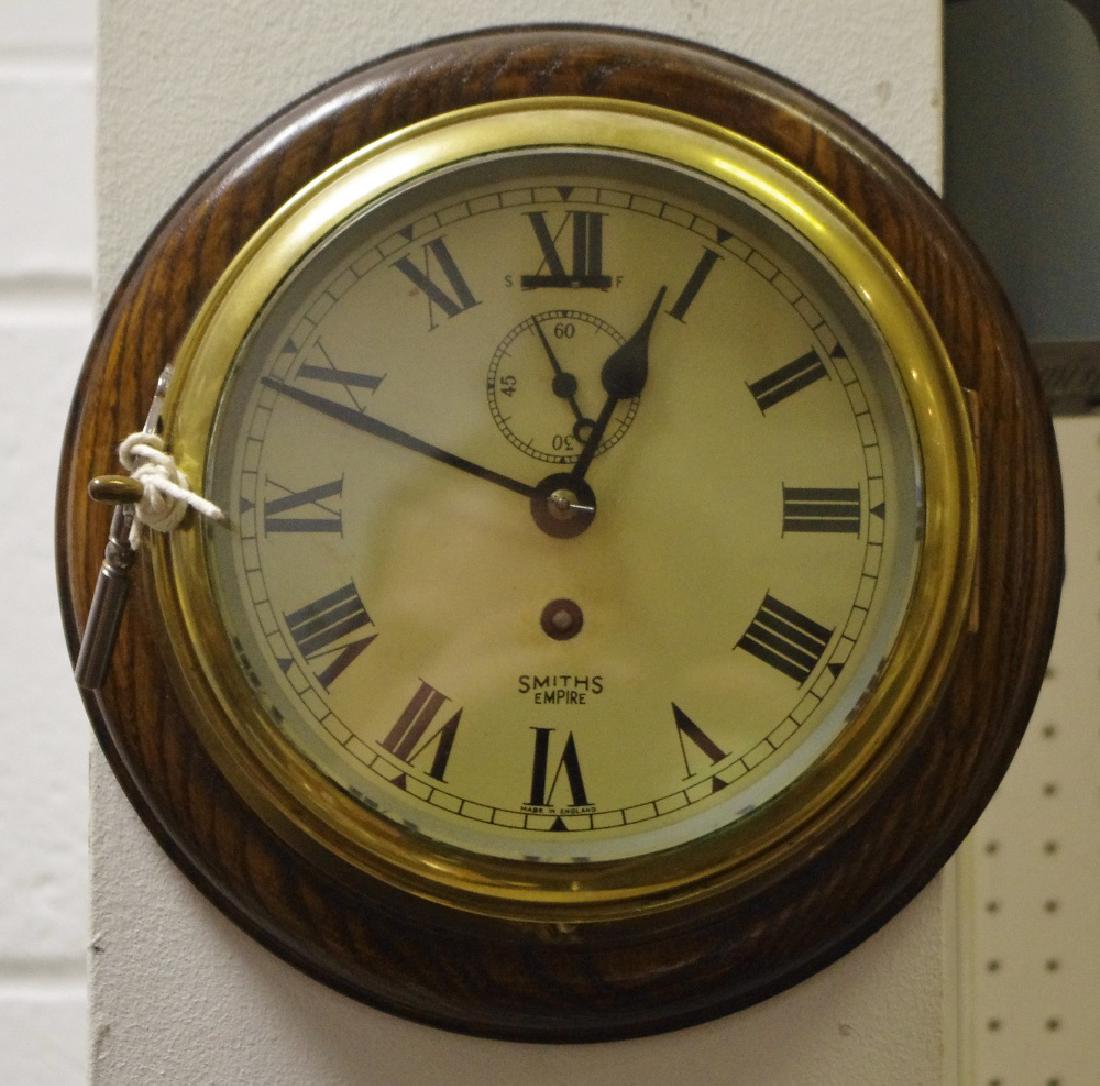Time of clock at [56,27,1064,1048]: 12:48
